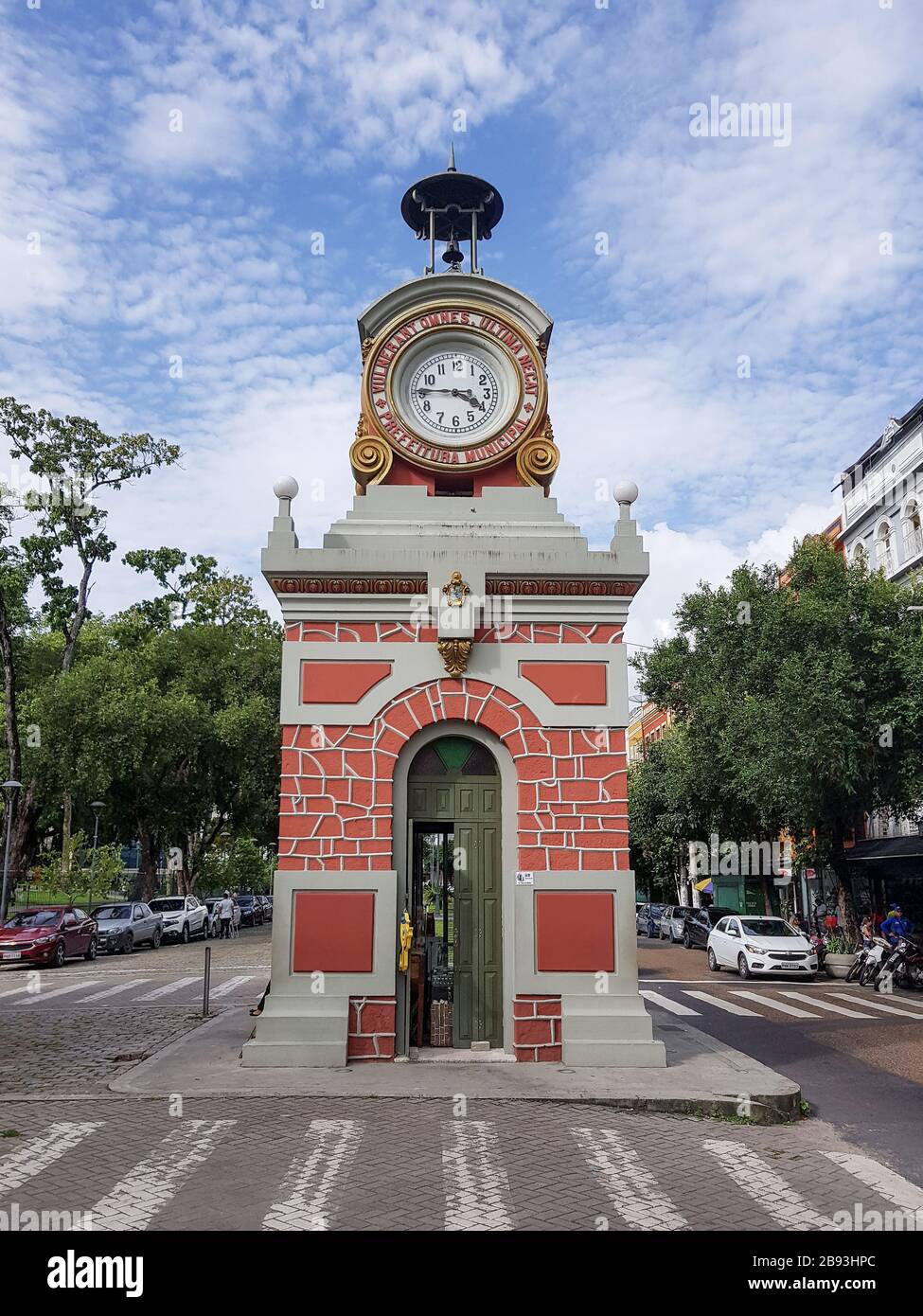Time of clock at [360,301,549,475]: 3:44
